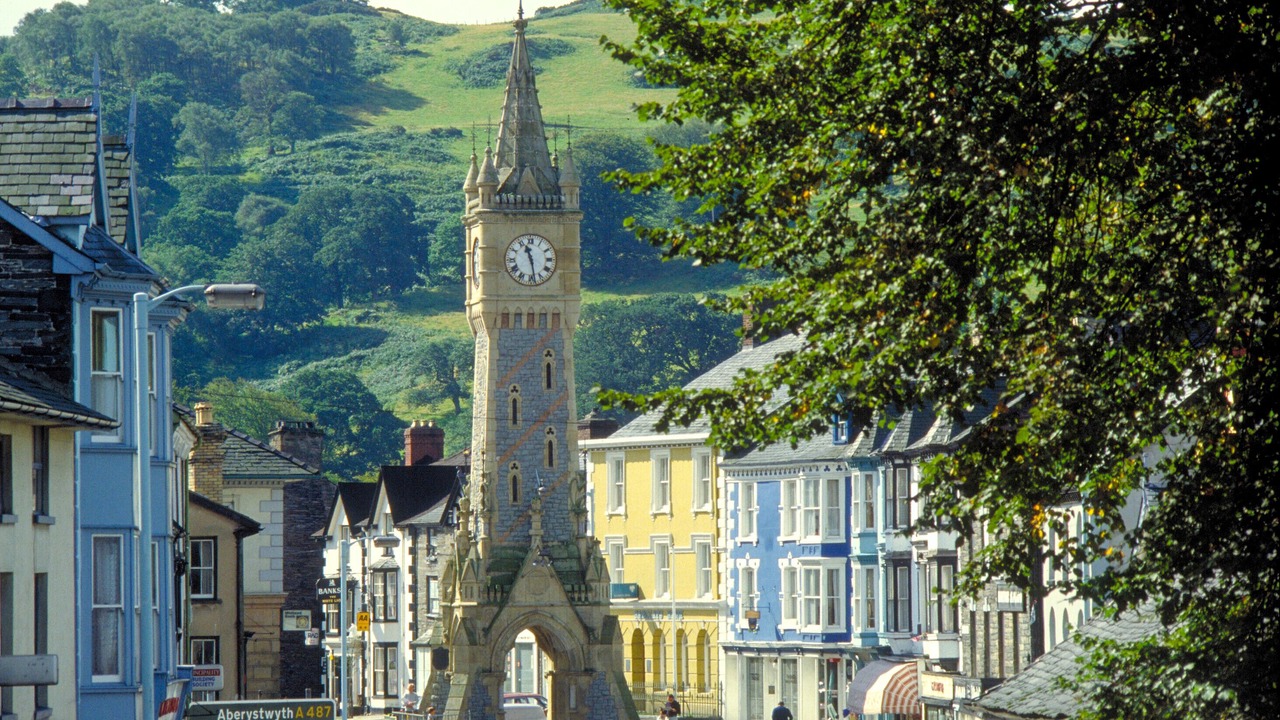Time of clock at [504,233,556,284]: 11:28
